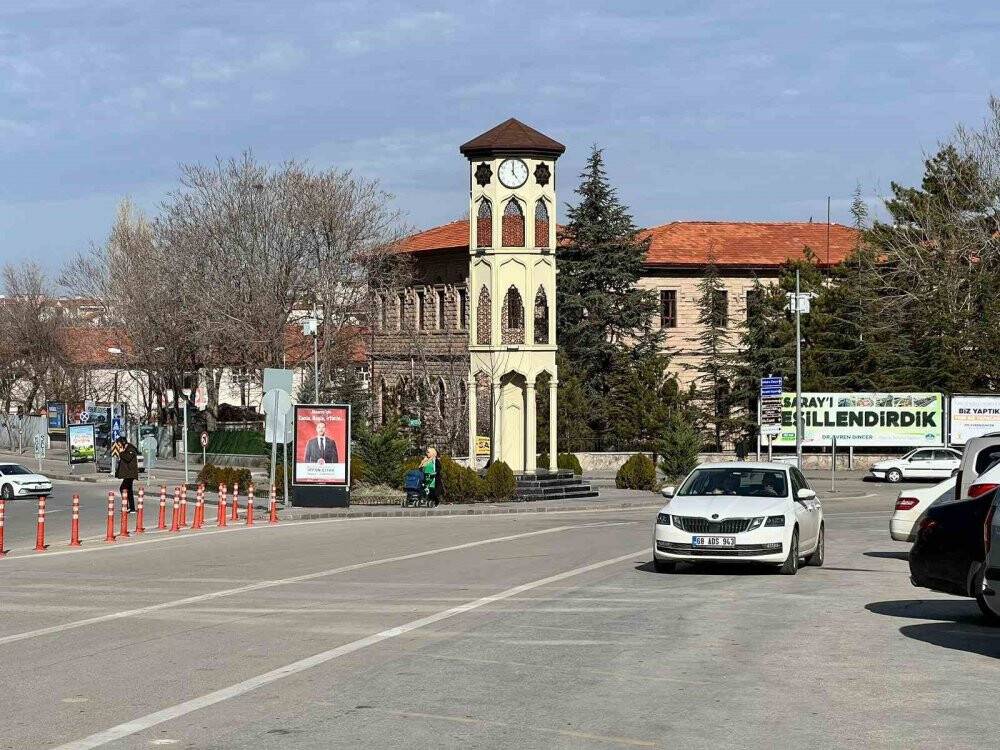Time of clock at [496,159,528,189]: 5:00
